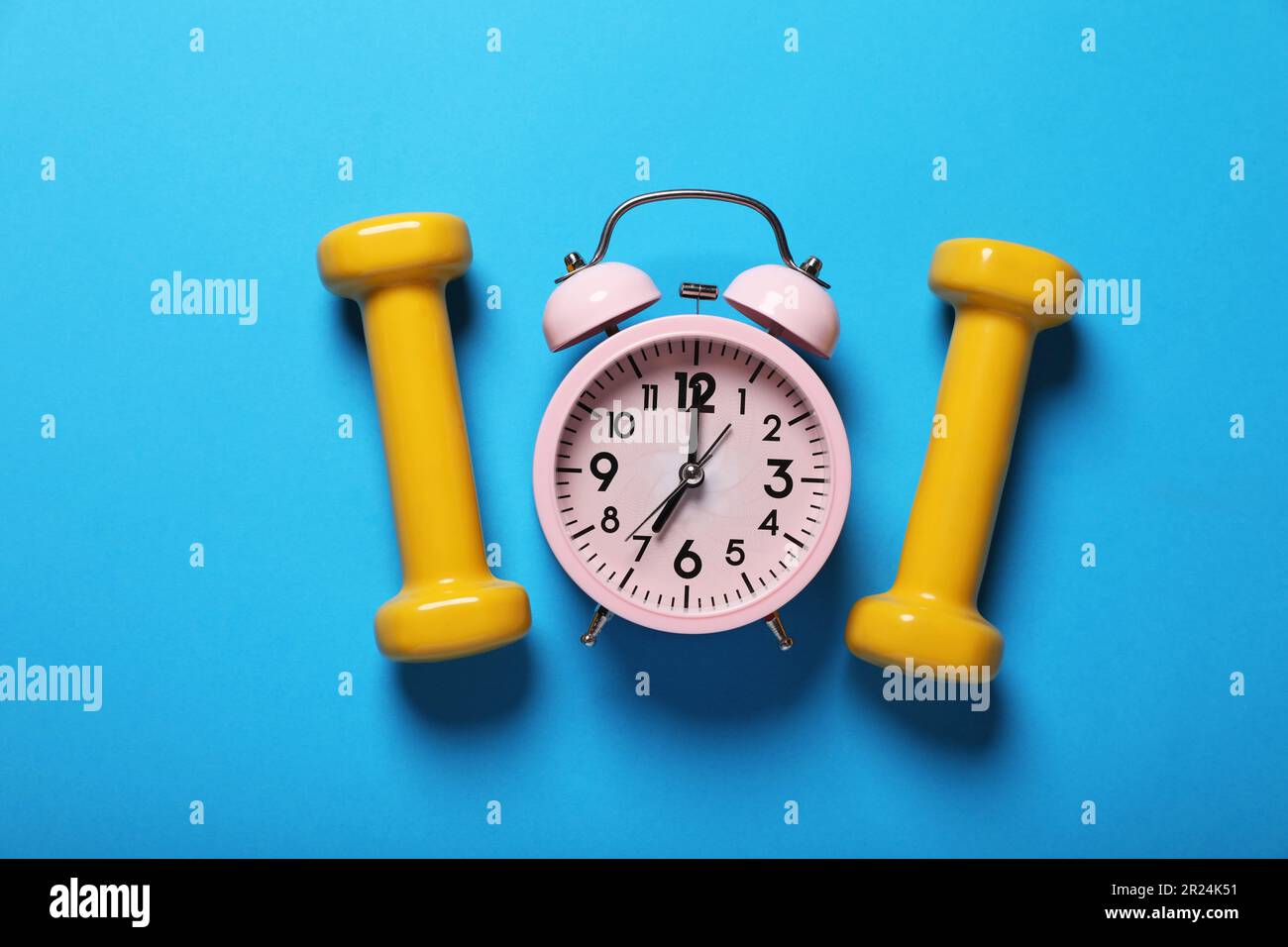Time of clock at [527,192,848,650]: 7:00
